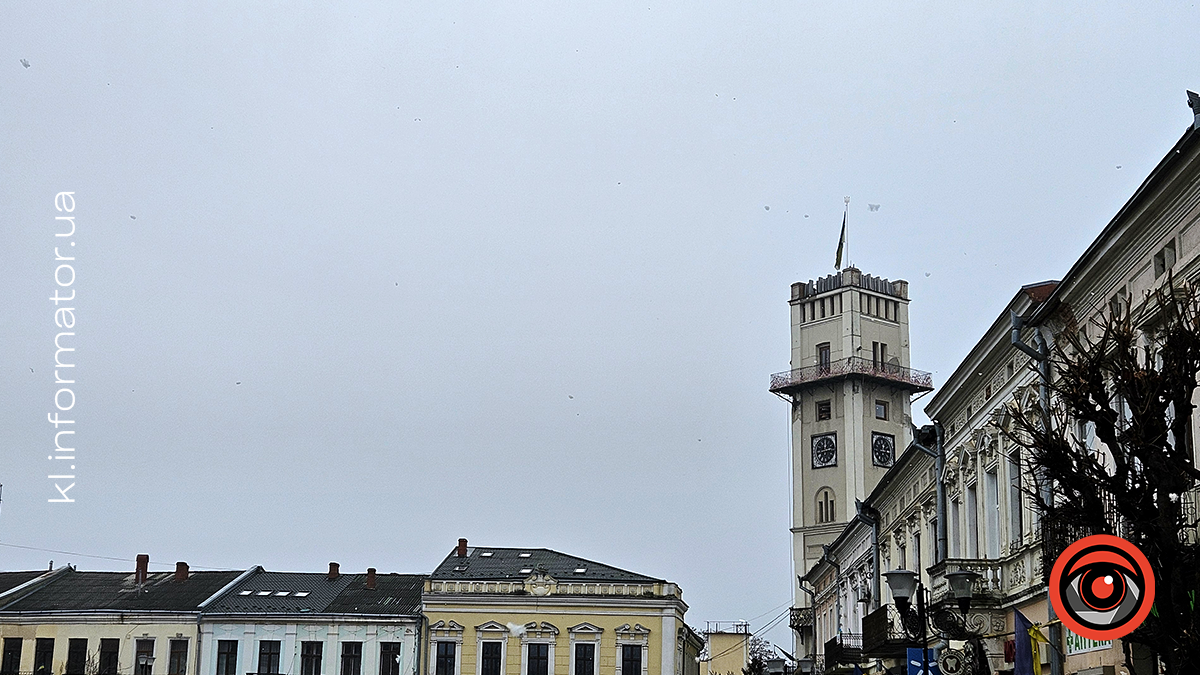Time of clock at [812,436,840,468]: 12:14
